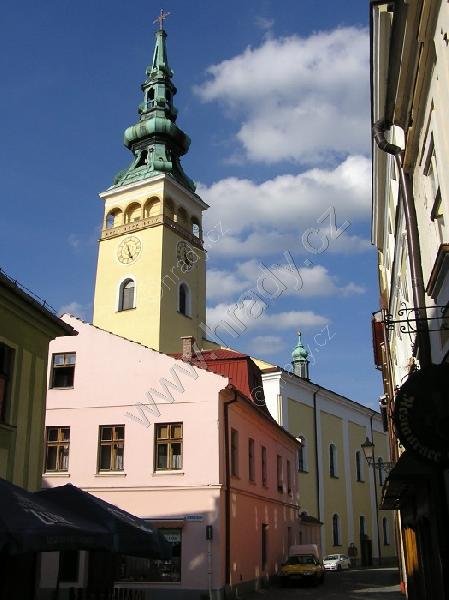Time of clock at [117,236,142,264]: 5:26
